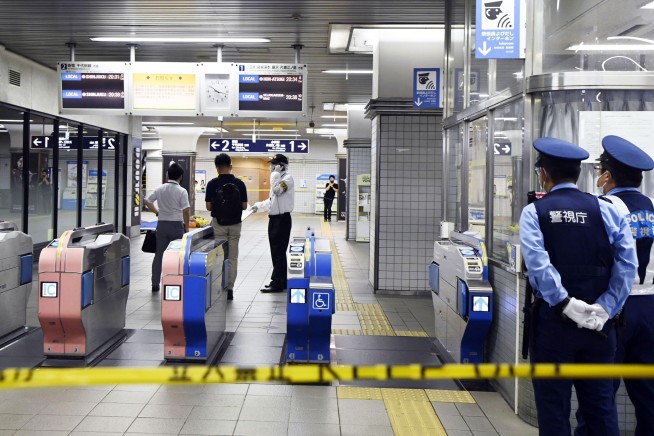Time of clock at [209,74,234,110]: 10:17
